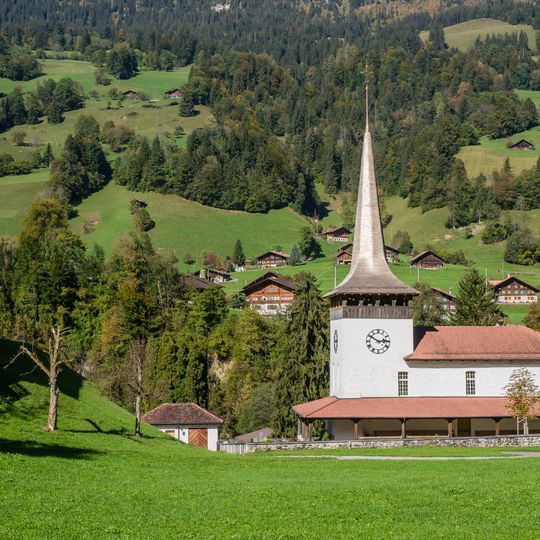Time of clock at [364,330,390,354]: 2:50
